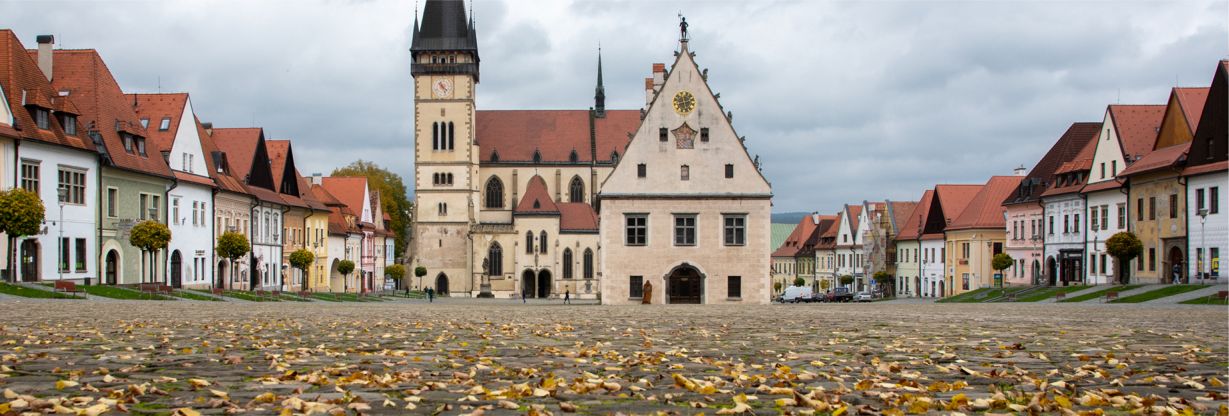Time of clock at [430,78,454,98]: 4:26
